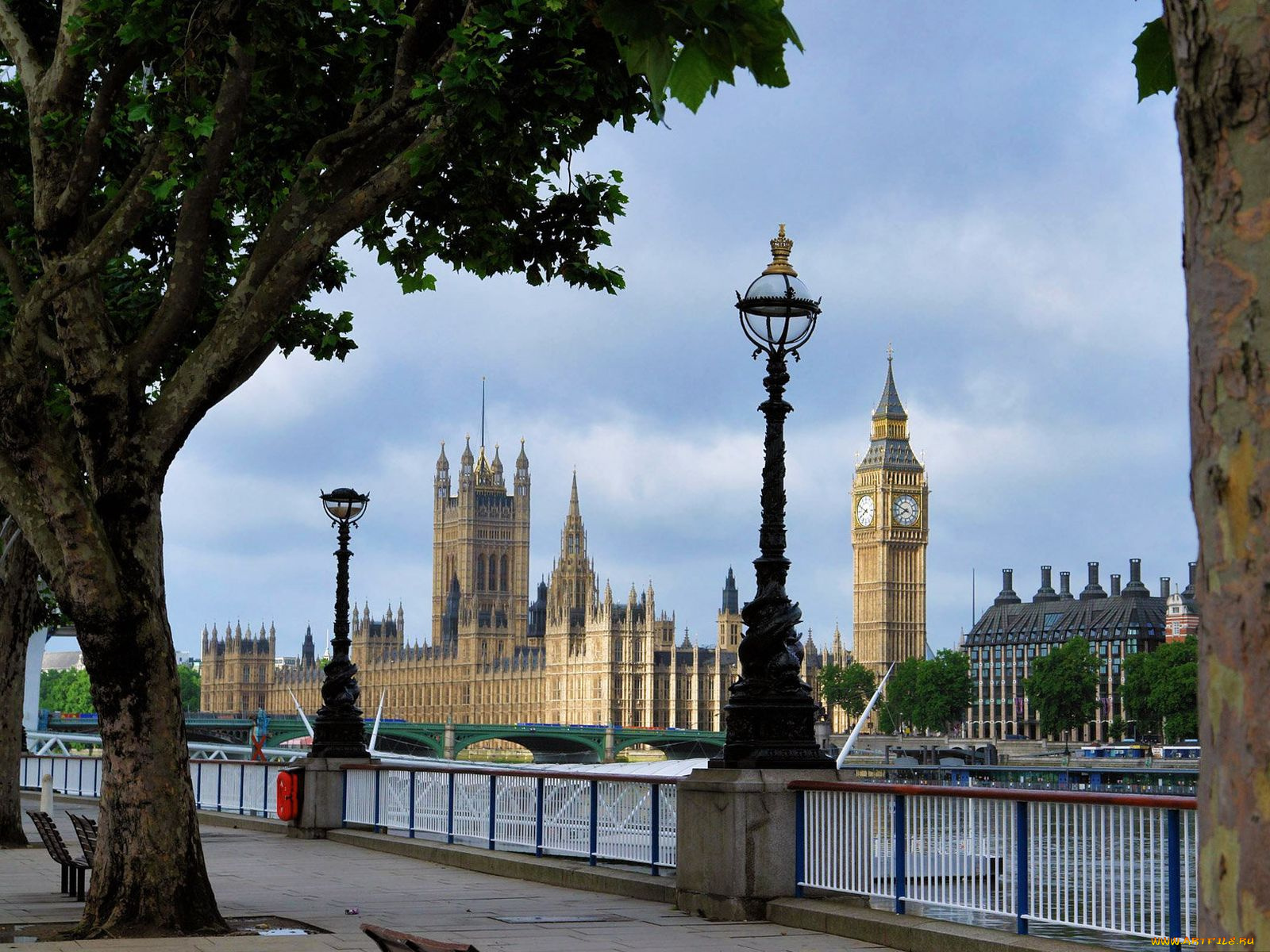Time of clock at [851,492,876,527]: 7:49
